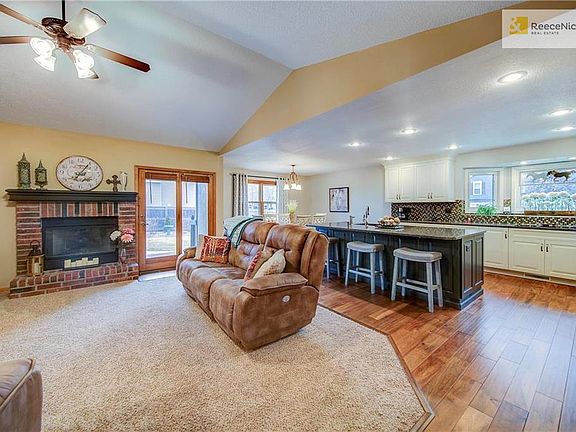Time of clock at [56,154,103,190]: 7:05
